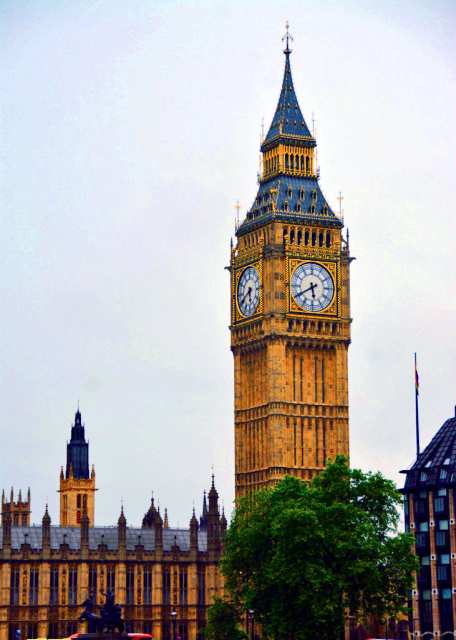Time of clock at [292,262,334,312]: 5:40
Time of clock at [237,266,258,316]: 5:40
